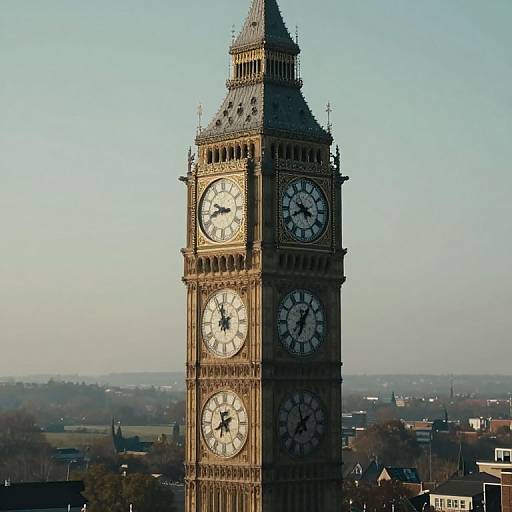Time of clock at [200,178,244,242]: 9:42
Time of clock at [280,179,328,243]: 3:40
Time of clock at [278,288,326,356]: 12:05
